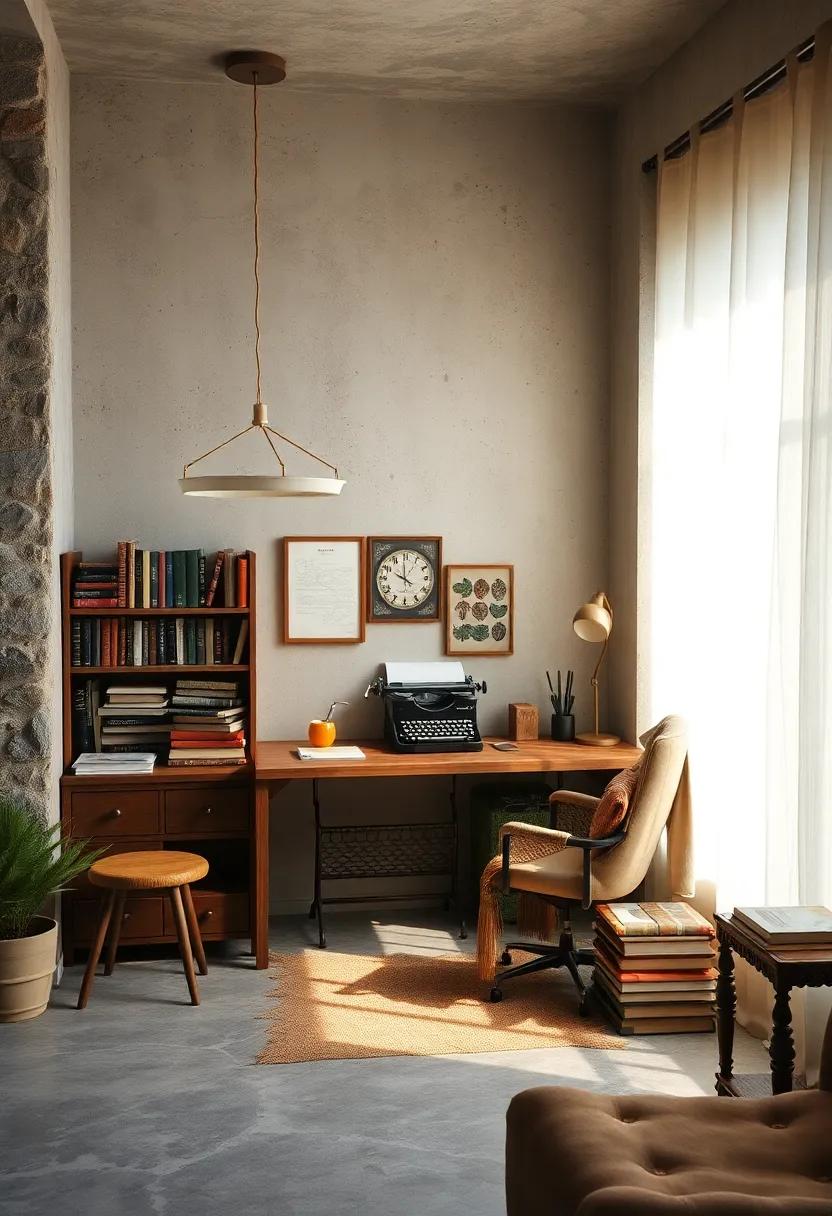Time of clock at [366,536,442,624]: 9:59
